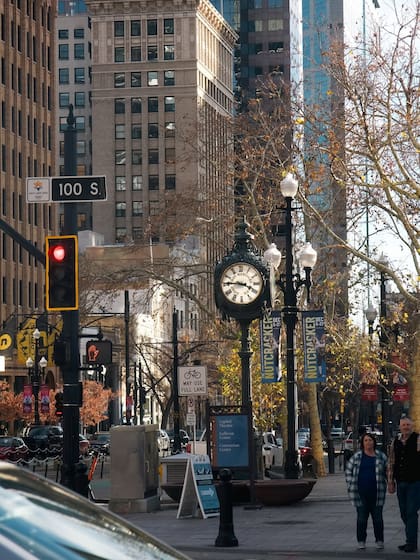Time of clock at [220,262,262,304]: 3:45
